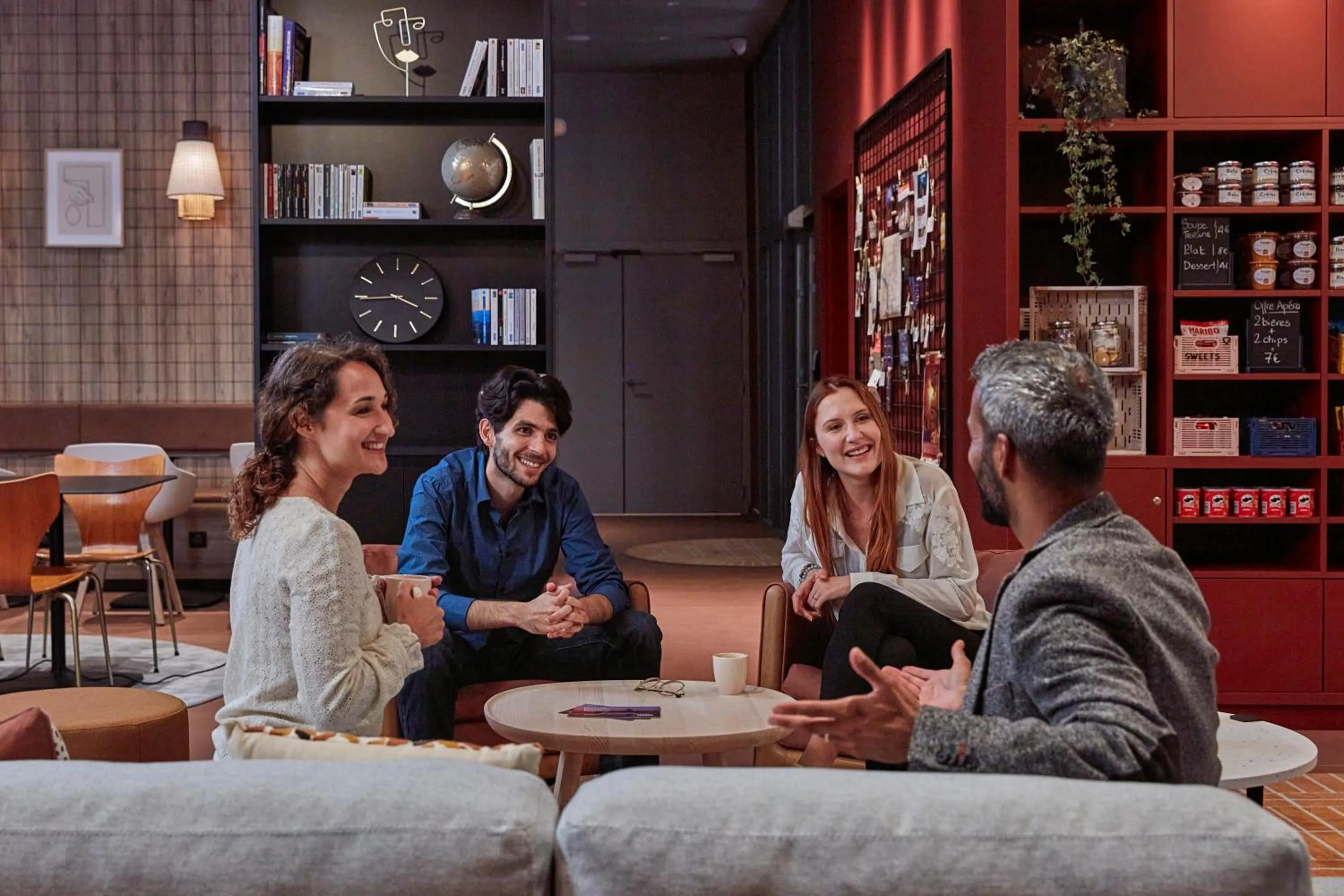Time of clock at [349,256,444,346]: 3:44
